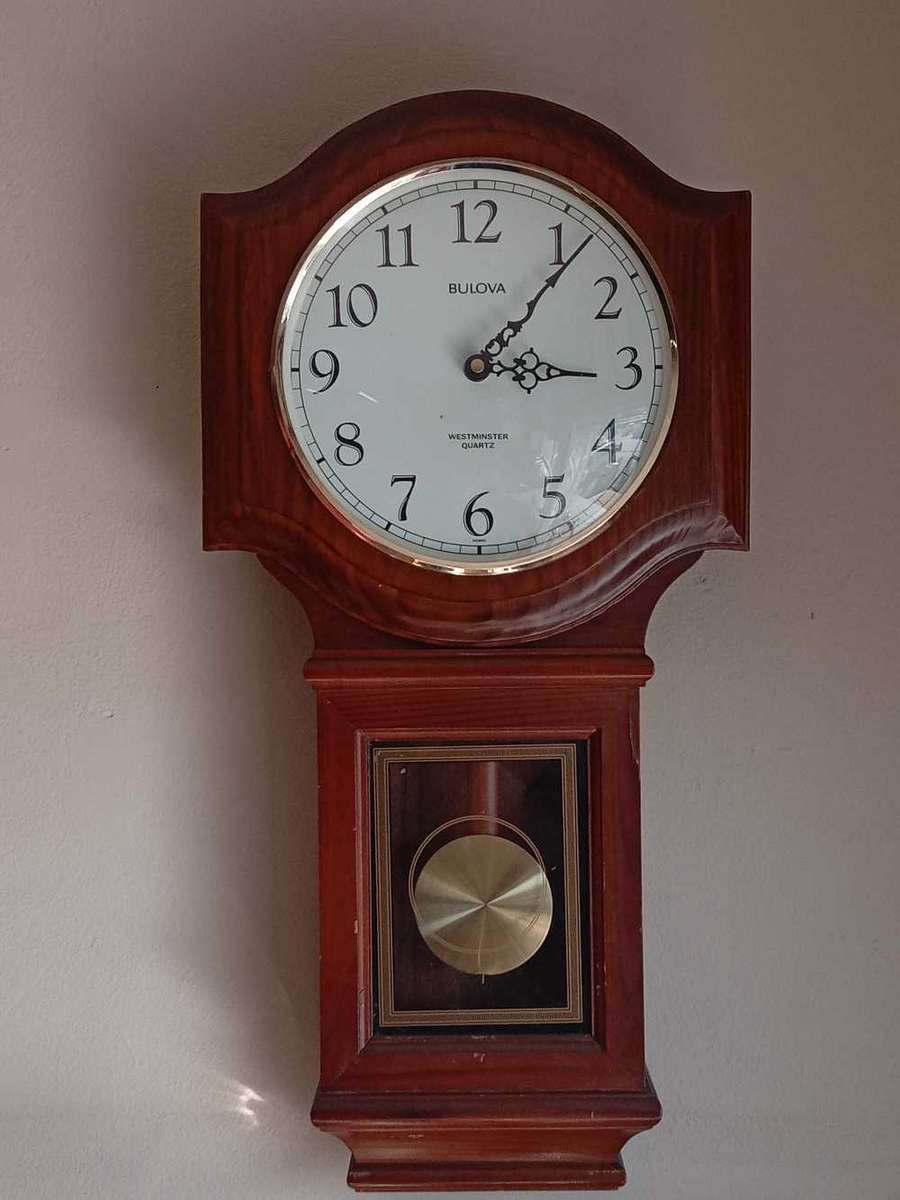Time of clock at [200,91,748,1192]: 3:06
